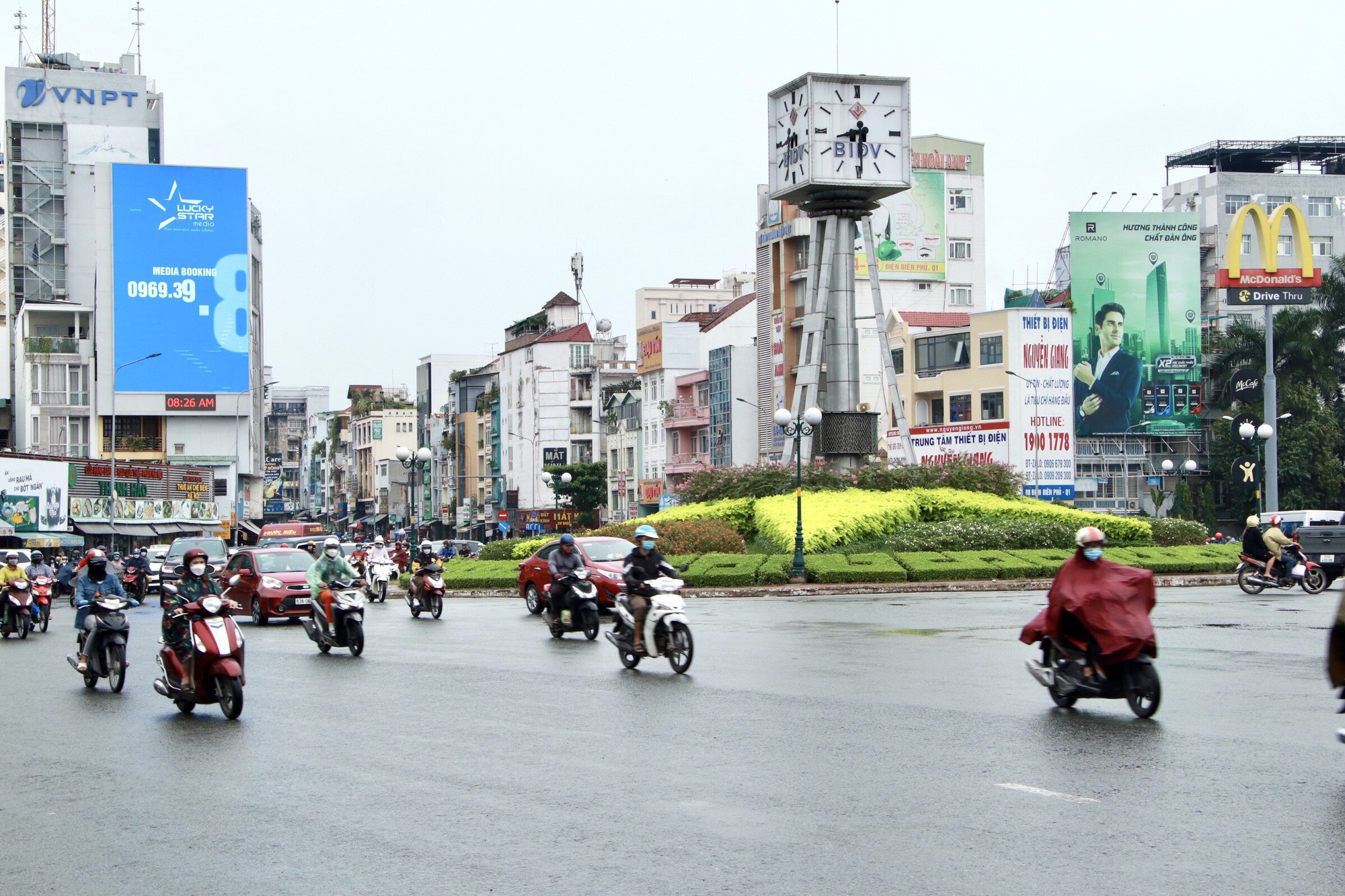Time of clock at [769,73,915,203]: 8:29
